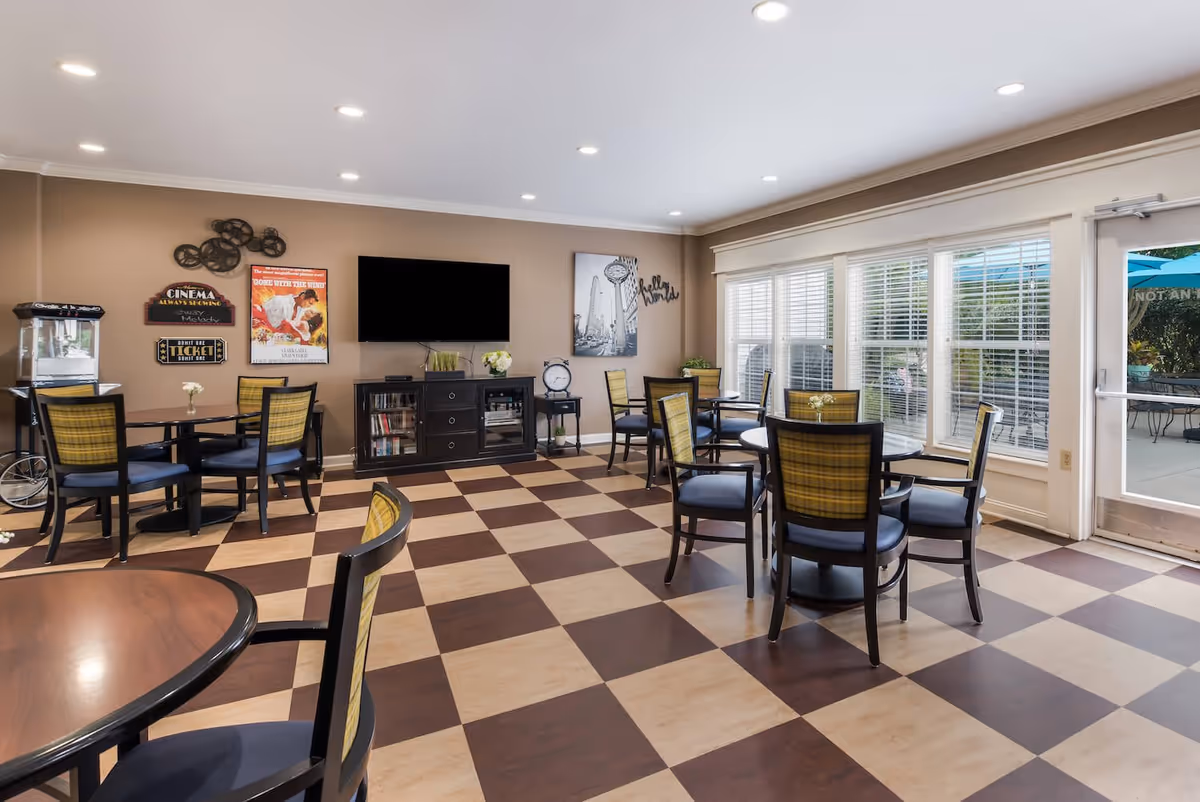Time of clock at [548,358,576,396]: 7:15
